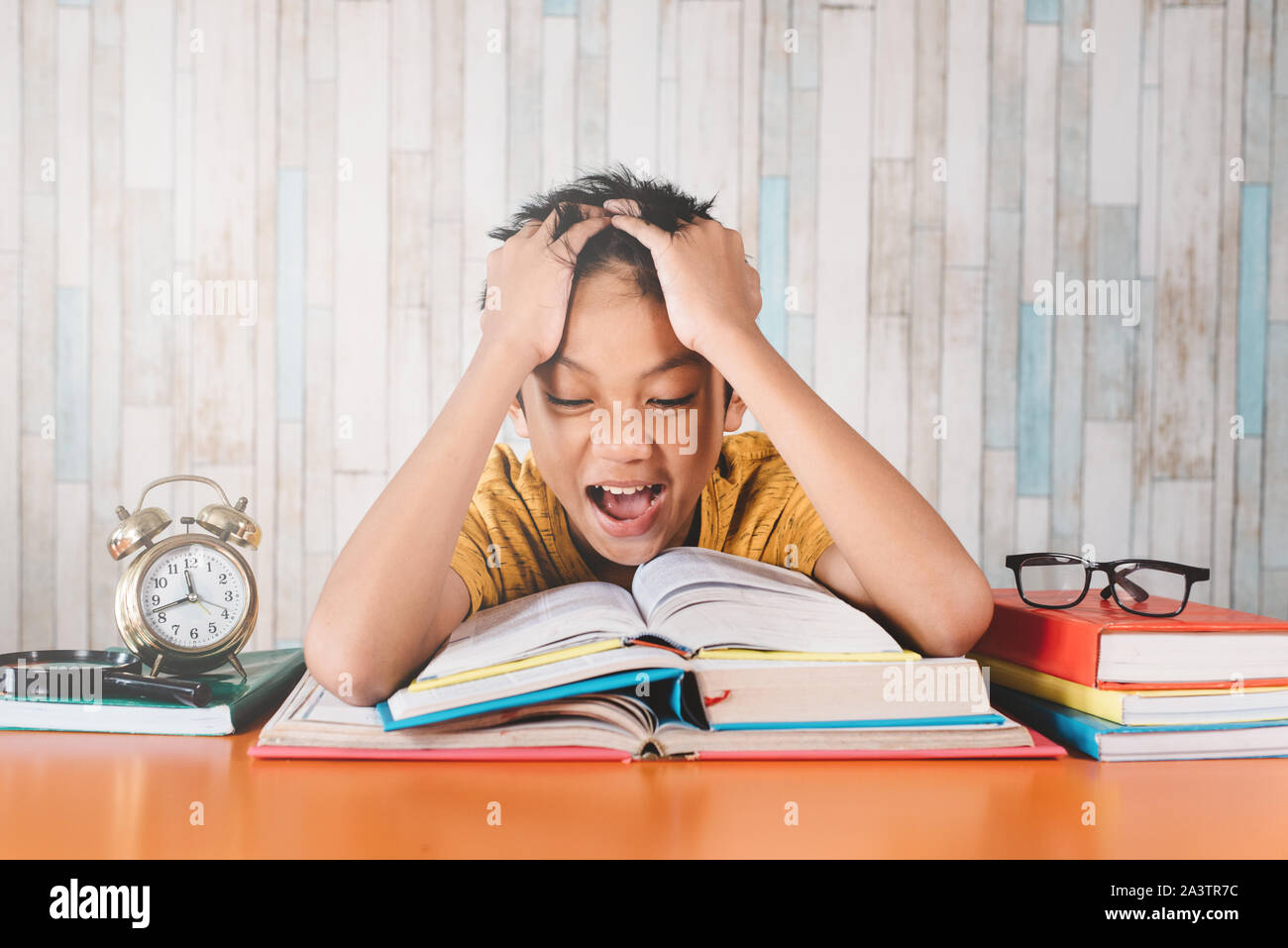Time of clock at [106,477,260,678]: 11:42
